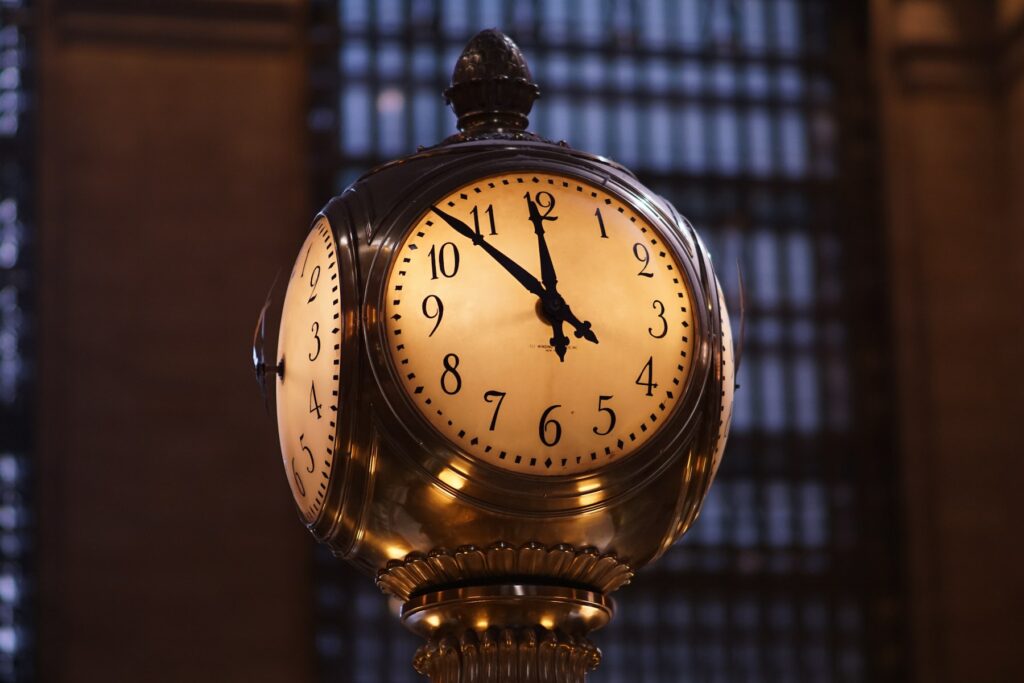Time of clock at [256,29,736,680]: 11:52
